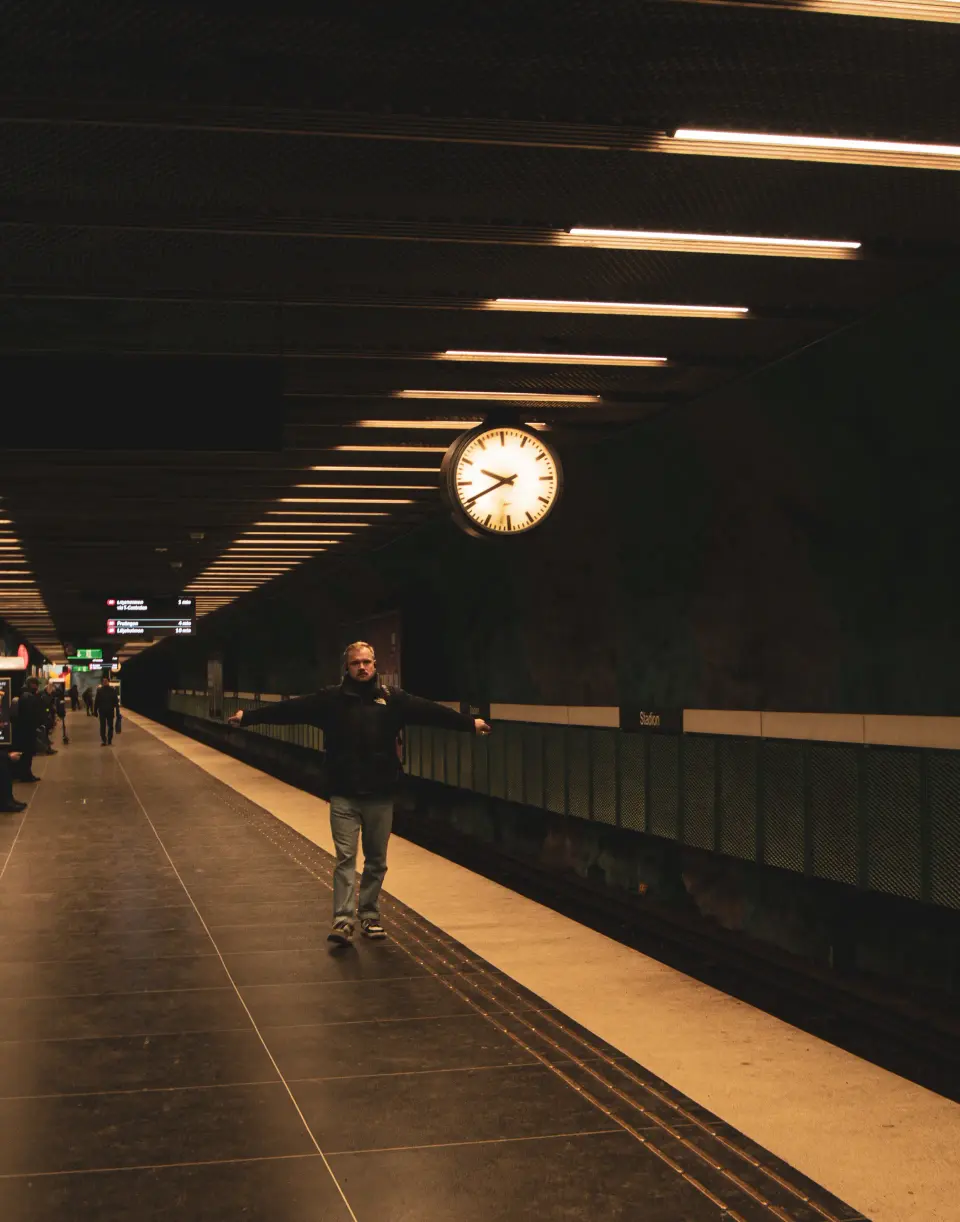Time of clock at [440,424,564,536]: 9:41
